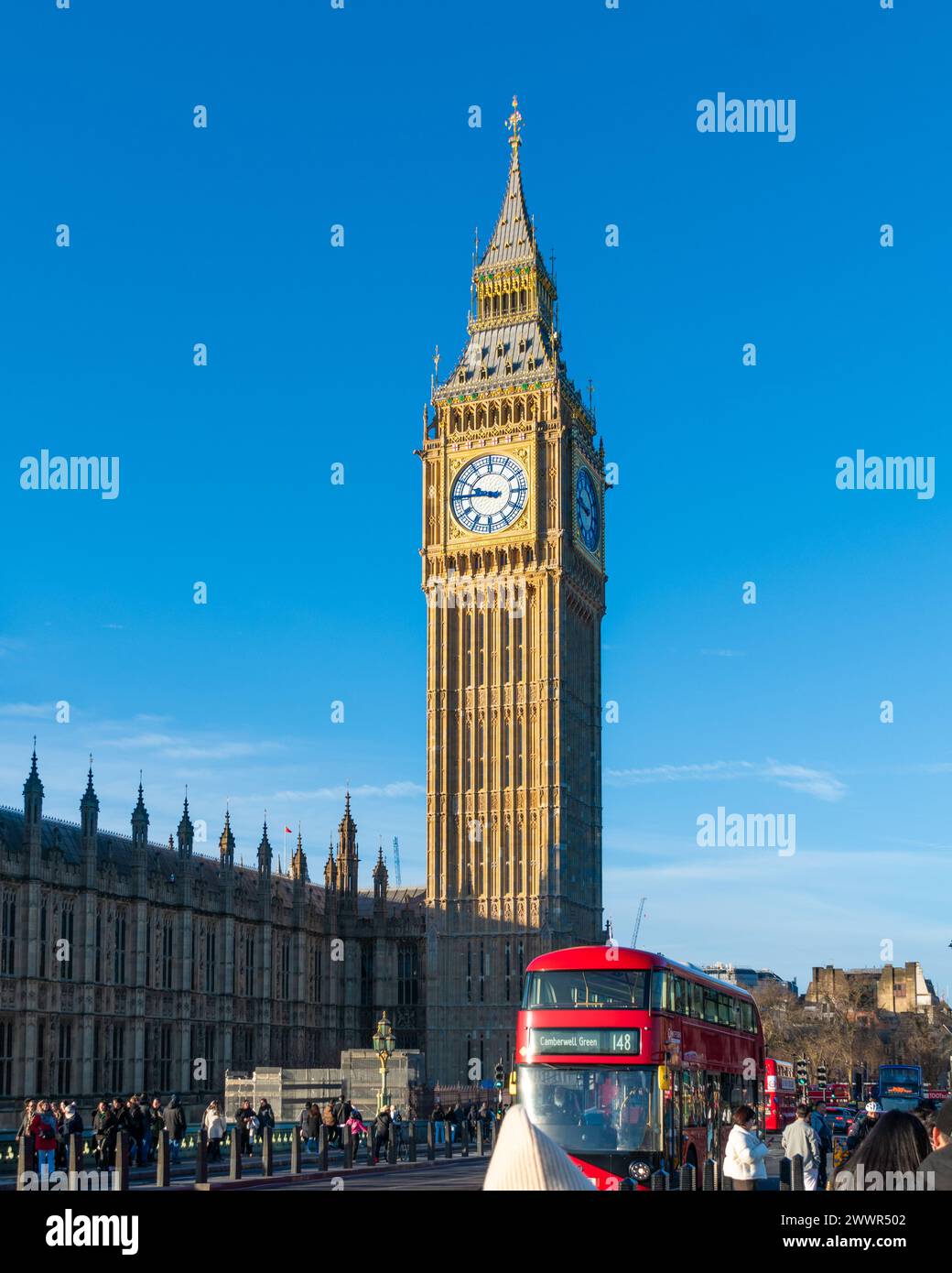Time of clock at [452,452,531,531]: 9:45
